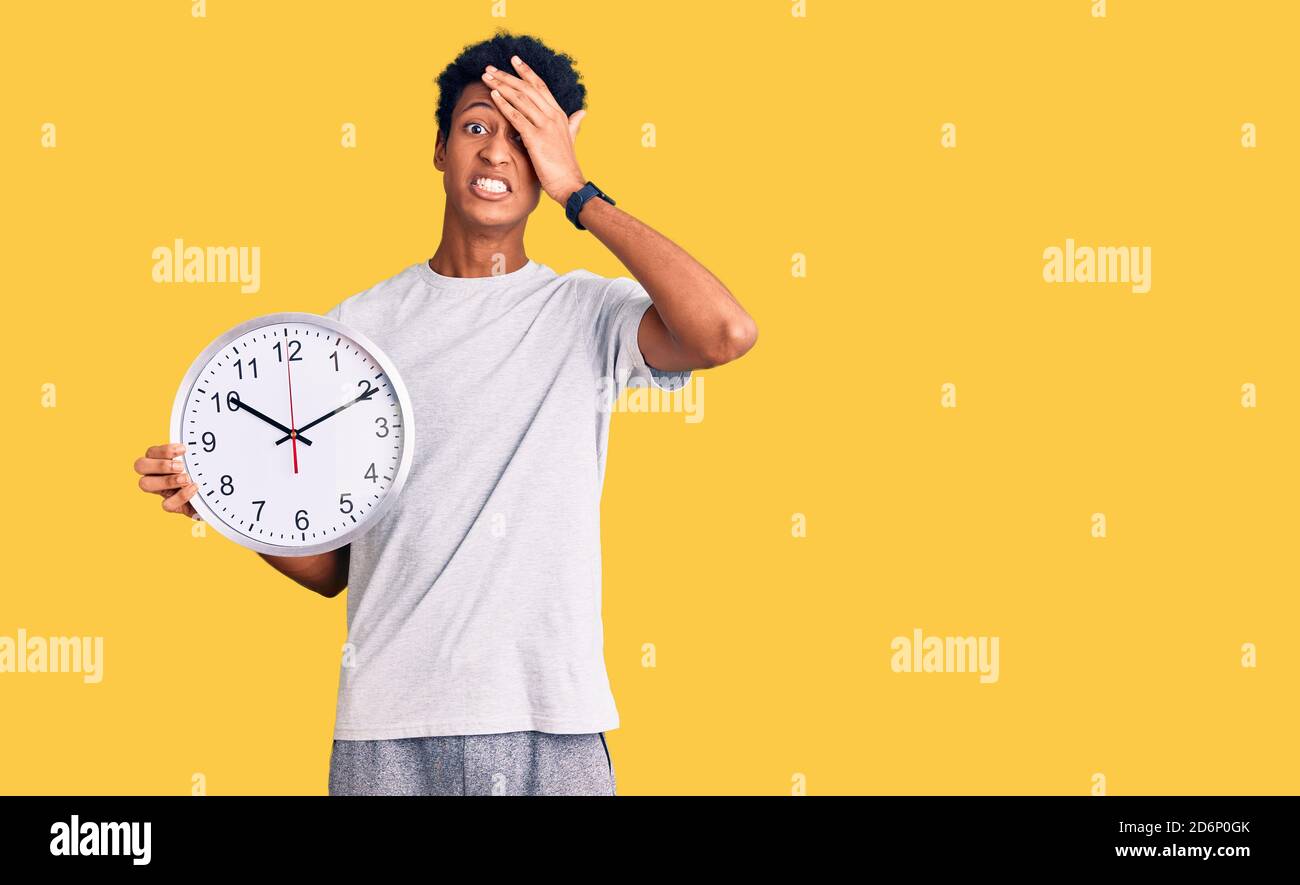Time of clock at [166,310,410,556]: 10:10
